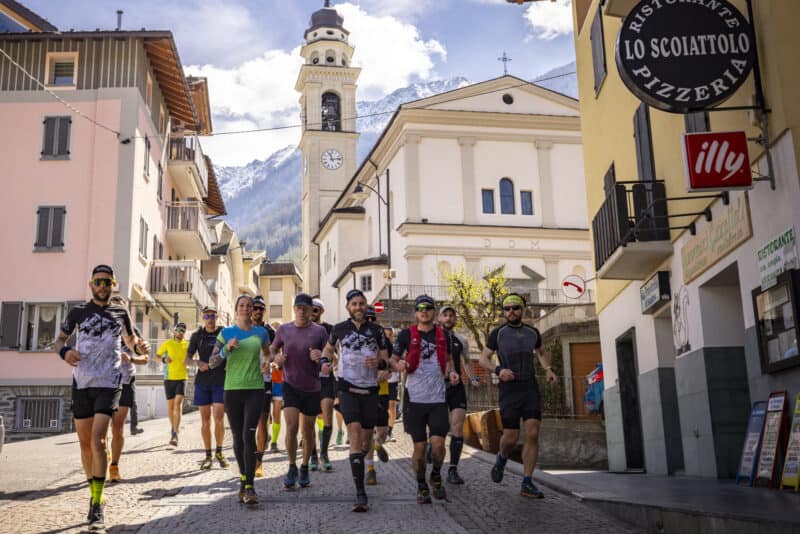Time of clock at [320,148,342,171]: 11:13
